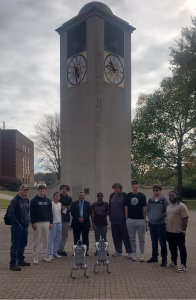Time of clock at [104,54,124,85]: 10:45
